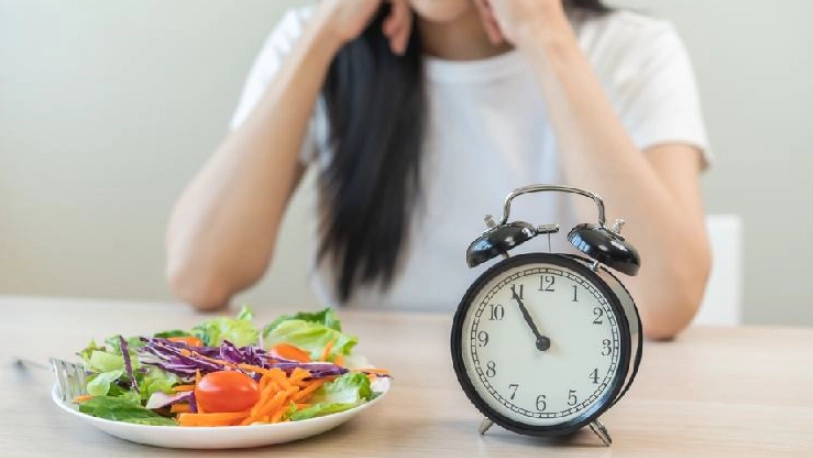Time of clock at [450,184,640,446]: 10:54
